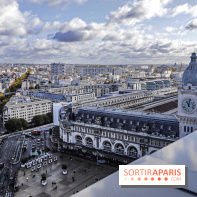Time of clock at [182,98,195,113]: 11:02
